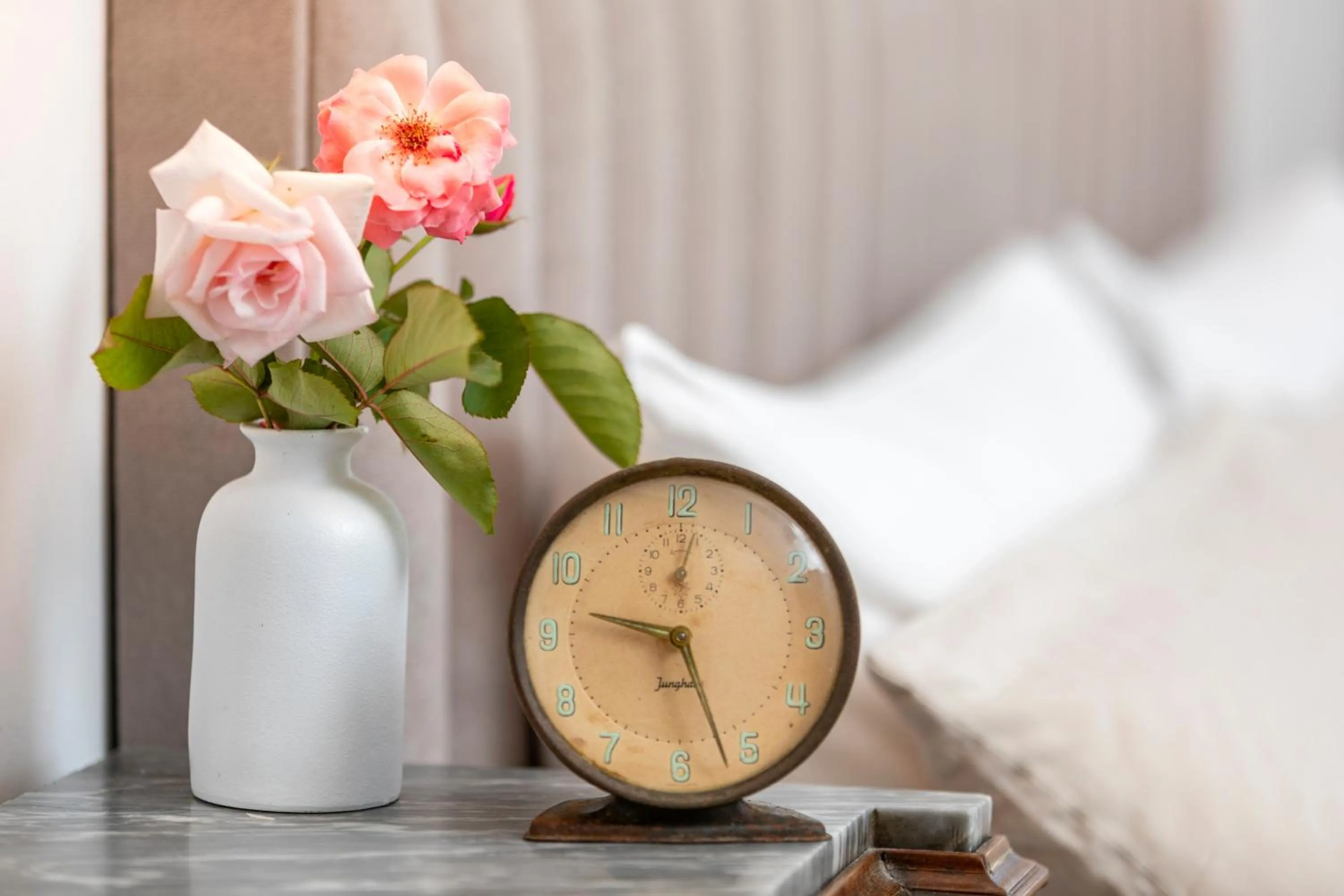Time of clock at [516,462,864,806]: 9:26
